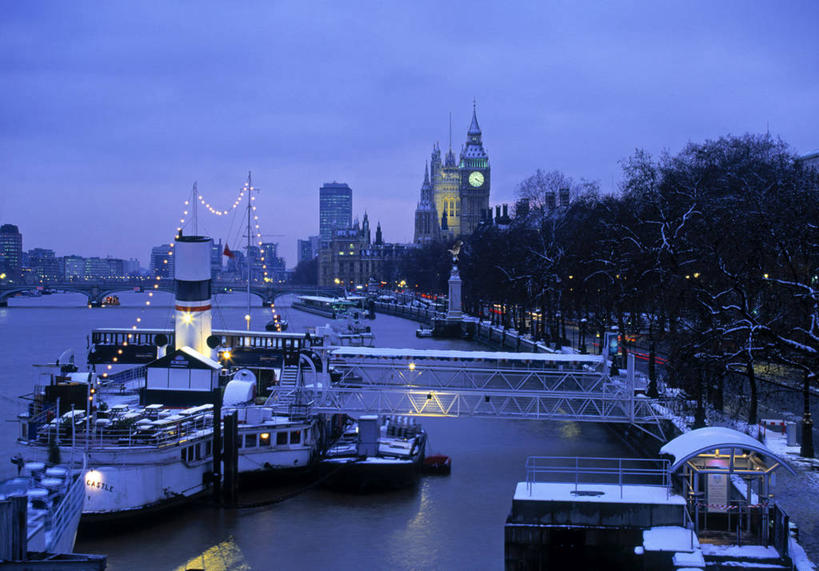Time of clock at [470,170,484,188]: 4:19
